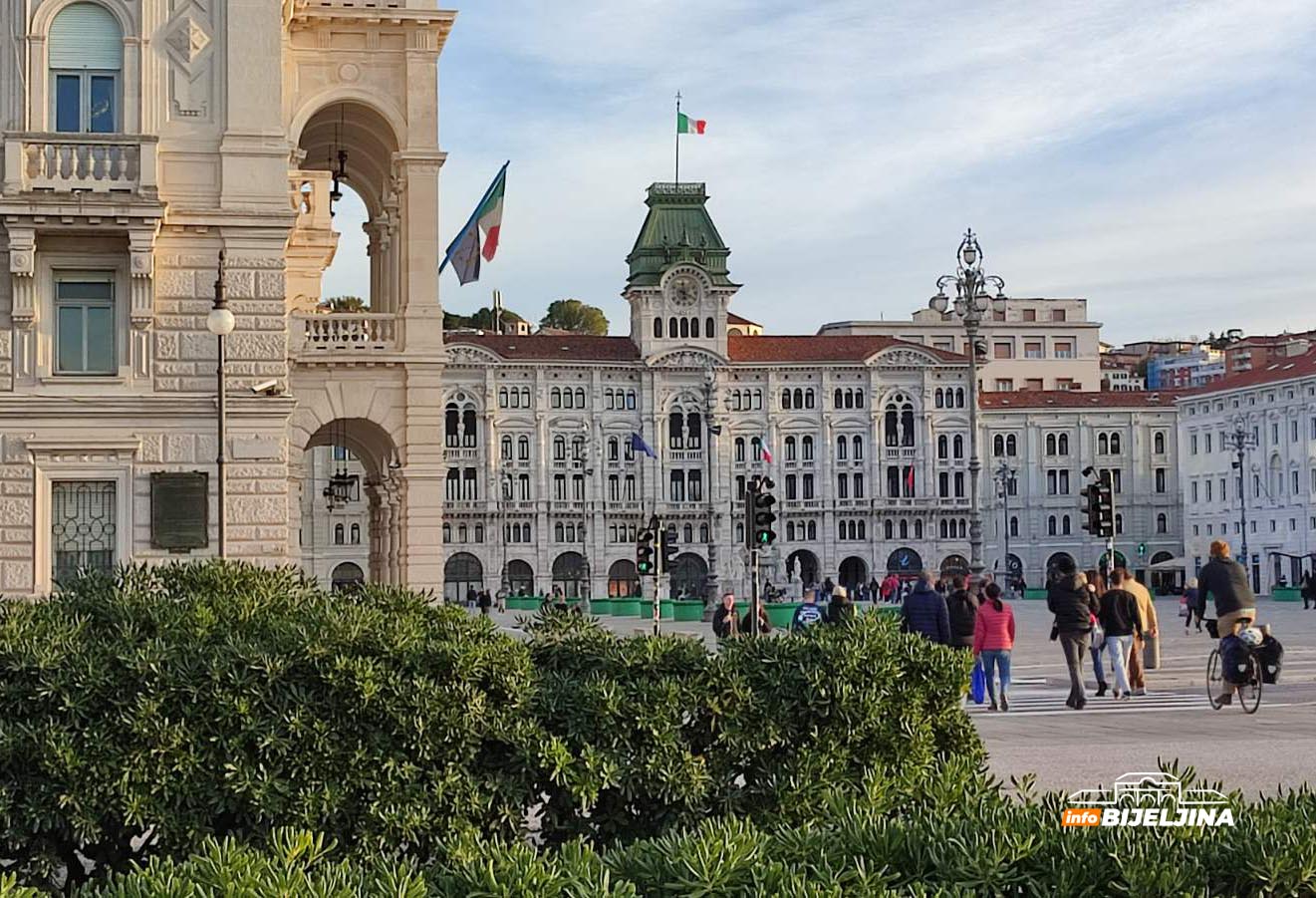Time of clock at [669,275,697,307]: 5:18
